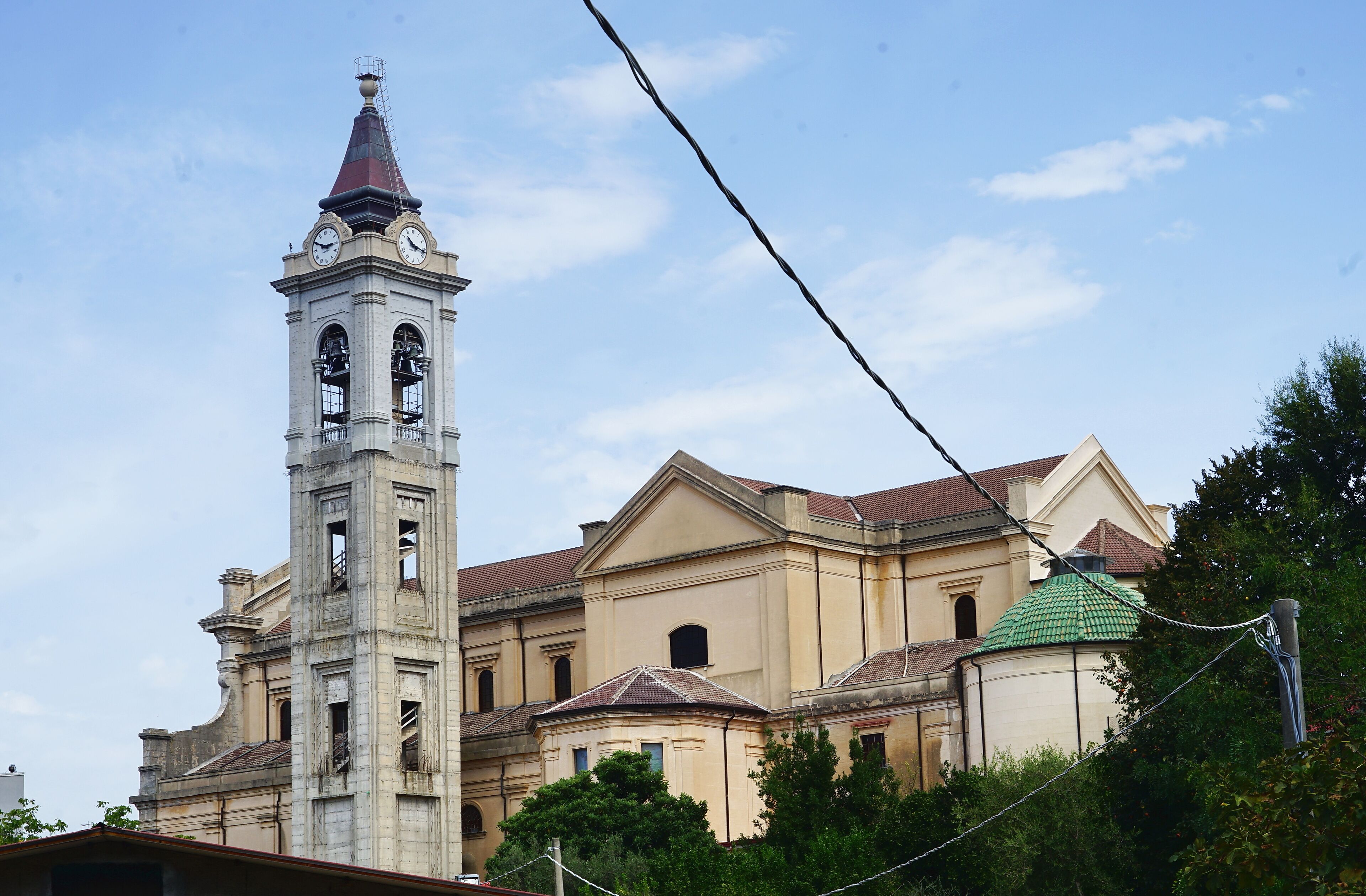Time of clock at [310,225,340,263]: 2:49
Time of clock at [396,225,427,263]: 10:16
